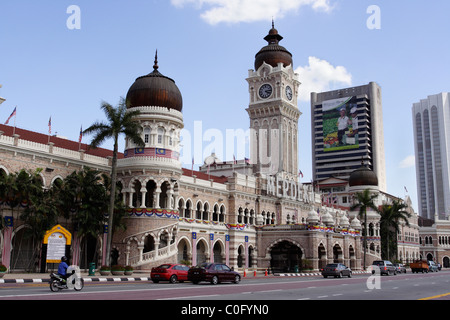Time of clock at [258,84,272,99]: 4:13
